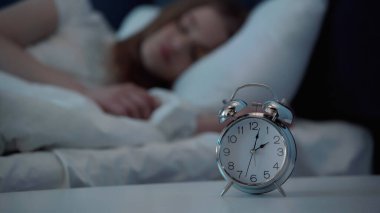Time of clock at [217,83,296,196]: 2:02
